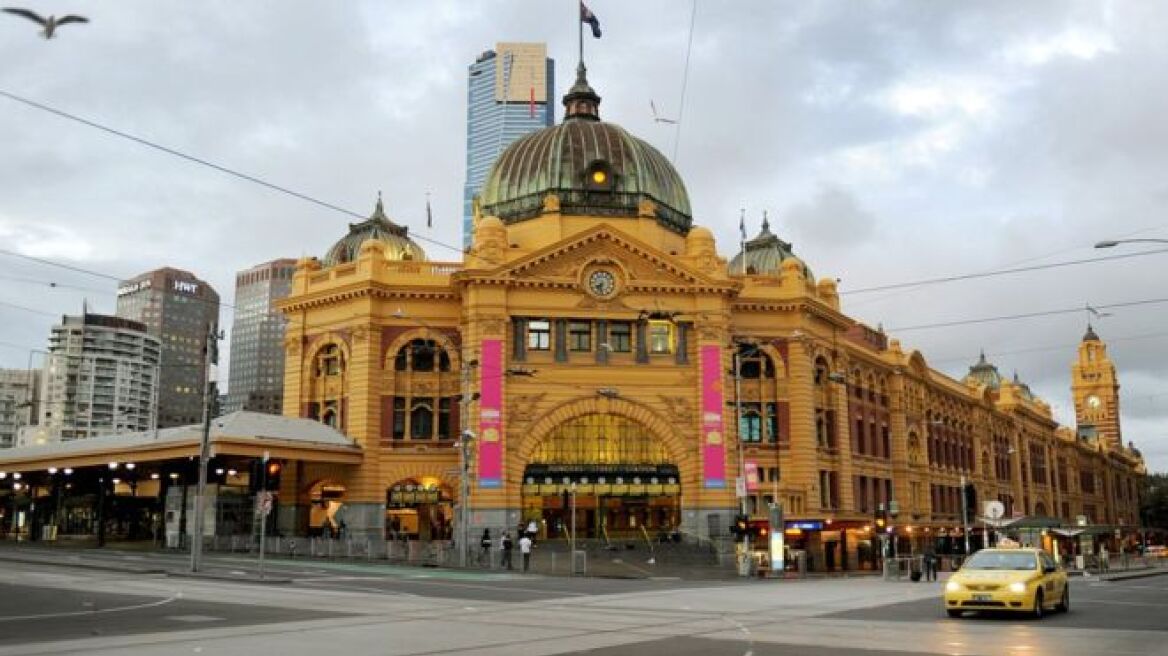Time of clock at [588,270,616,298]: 7:32
